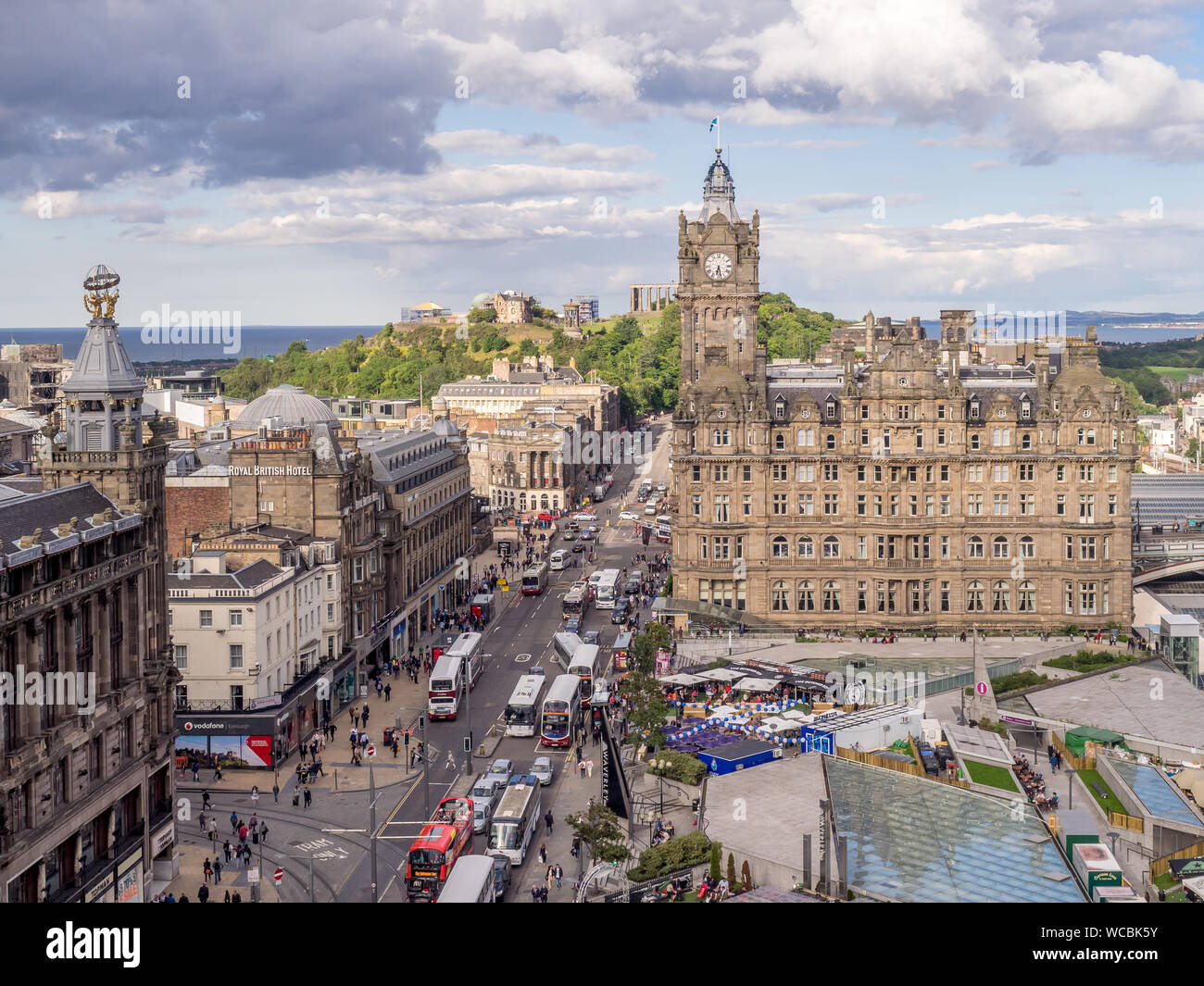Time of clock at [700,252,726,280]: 6:28
